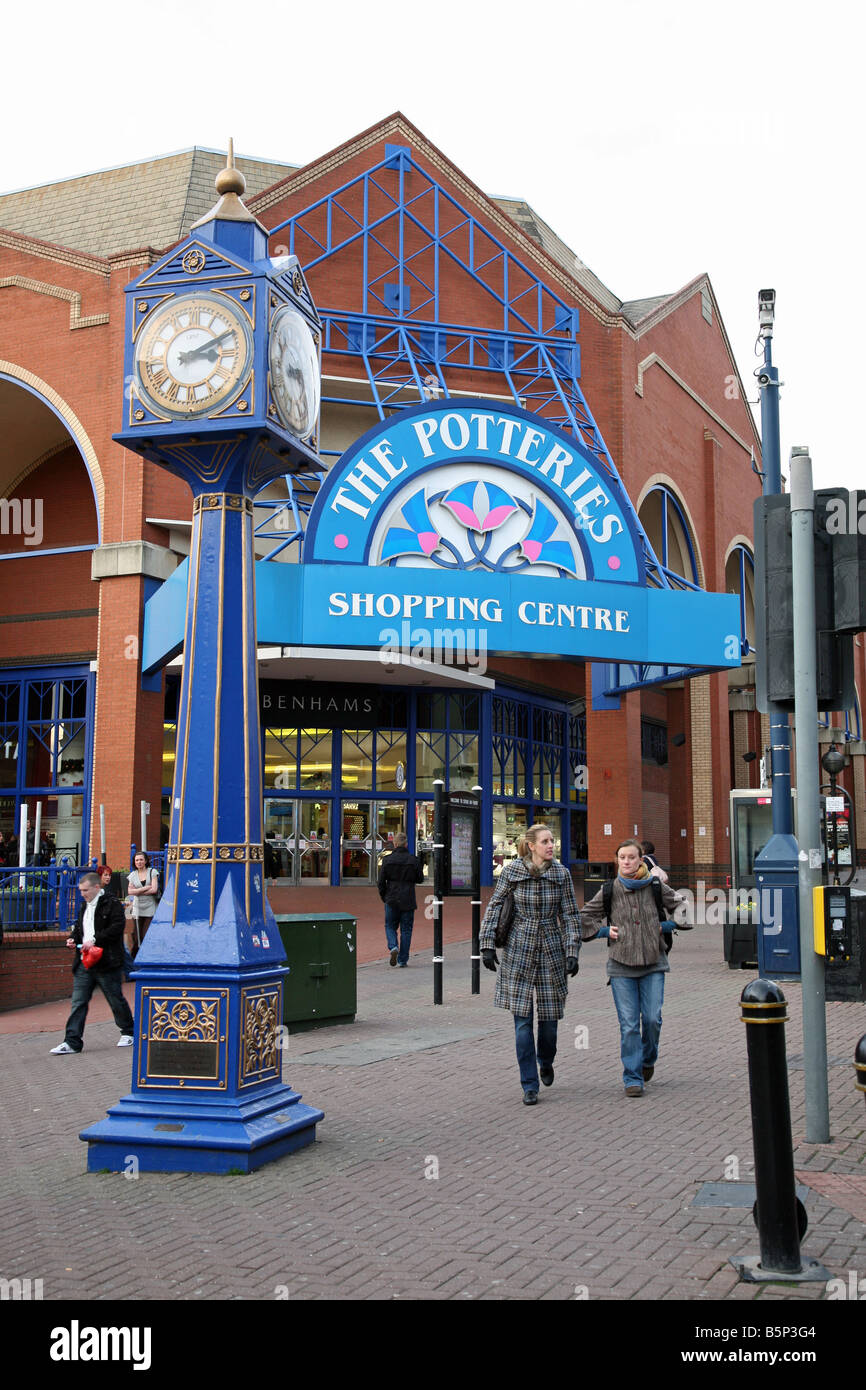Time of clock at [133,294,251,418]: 3:10
